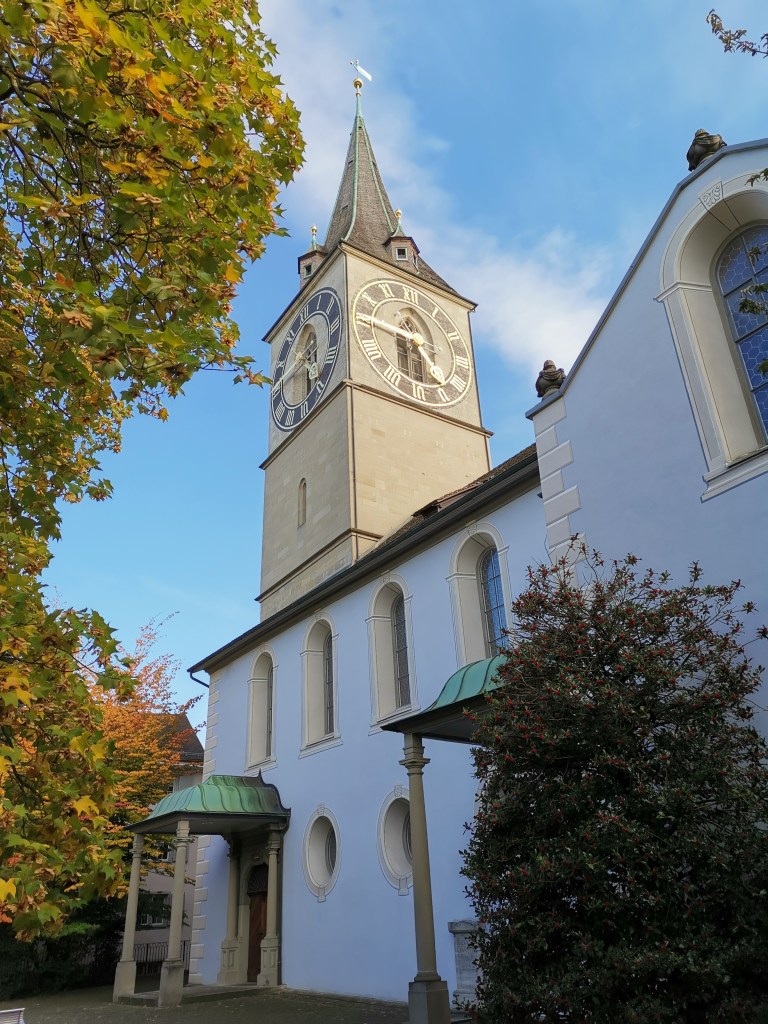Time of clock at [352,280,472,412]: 4:45
